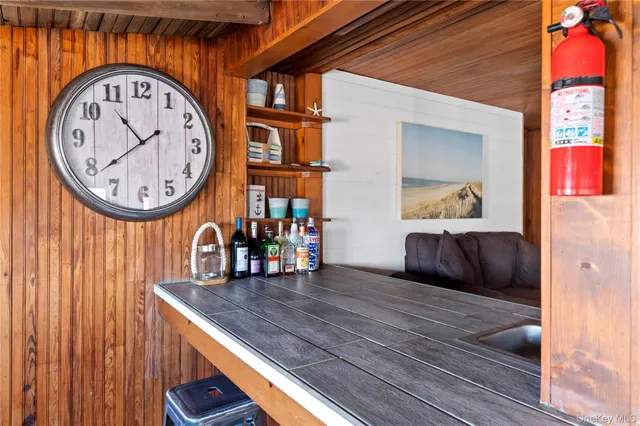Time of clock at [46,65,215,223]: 10:38
